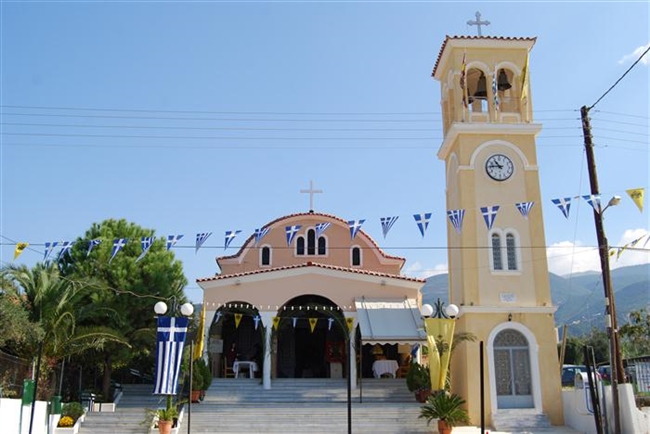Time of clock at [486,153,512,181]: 10:45
